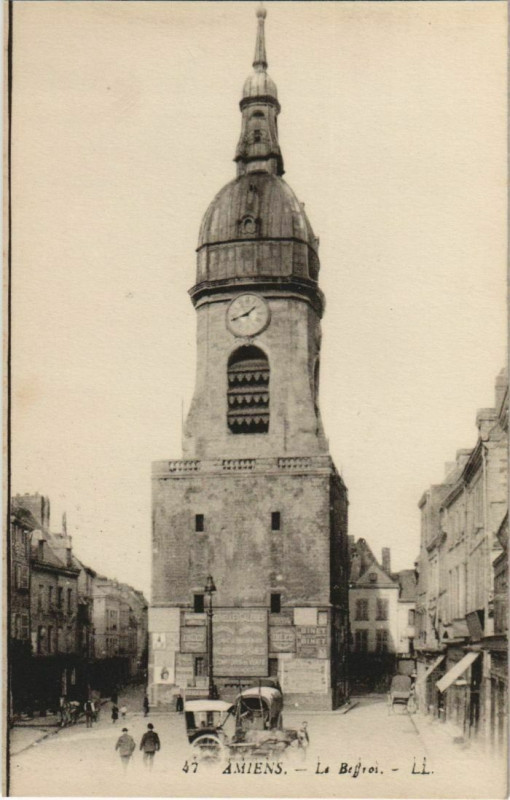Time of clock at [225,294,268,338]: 1:41
